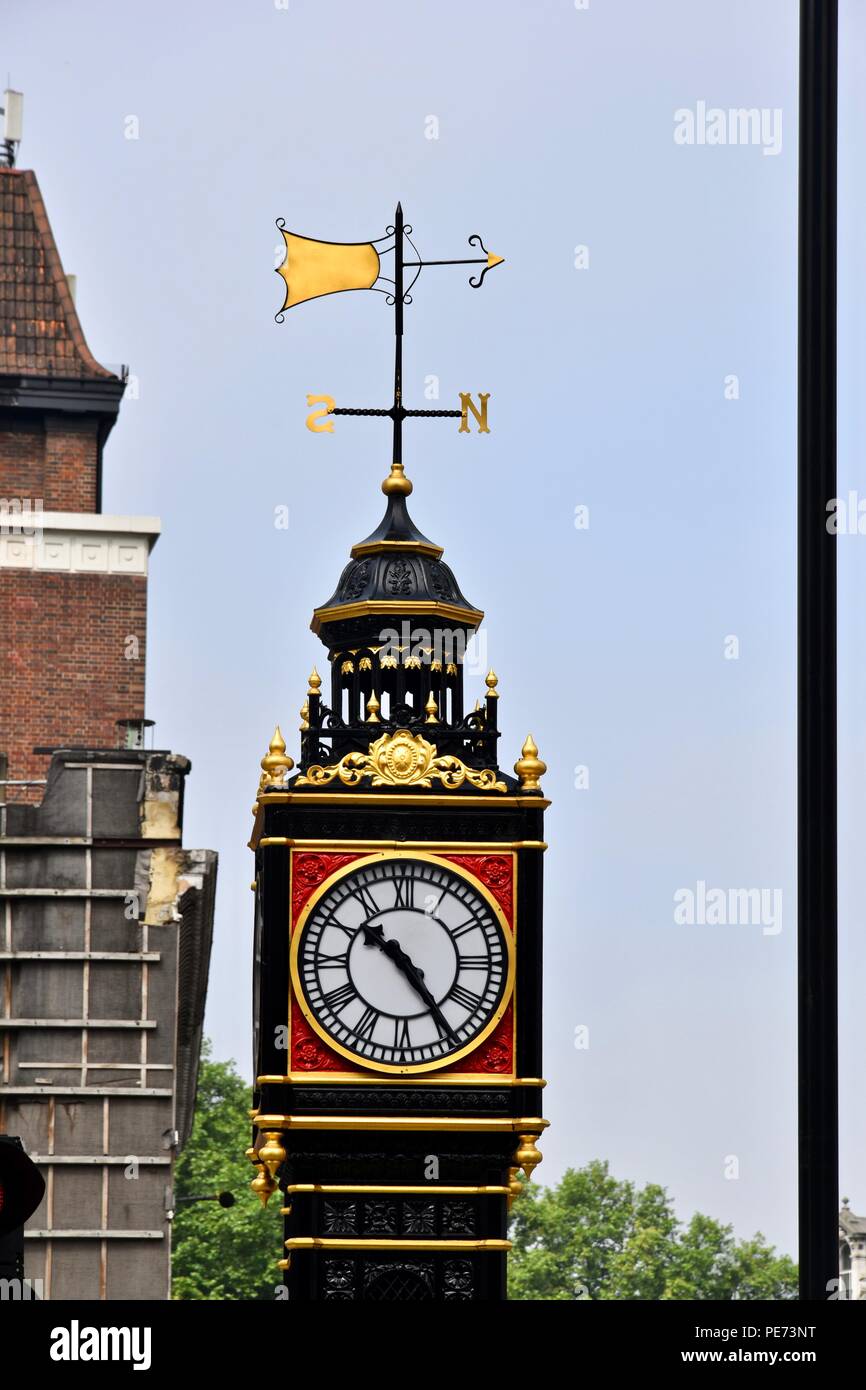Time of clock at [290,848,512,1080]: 10:24
